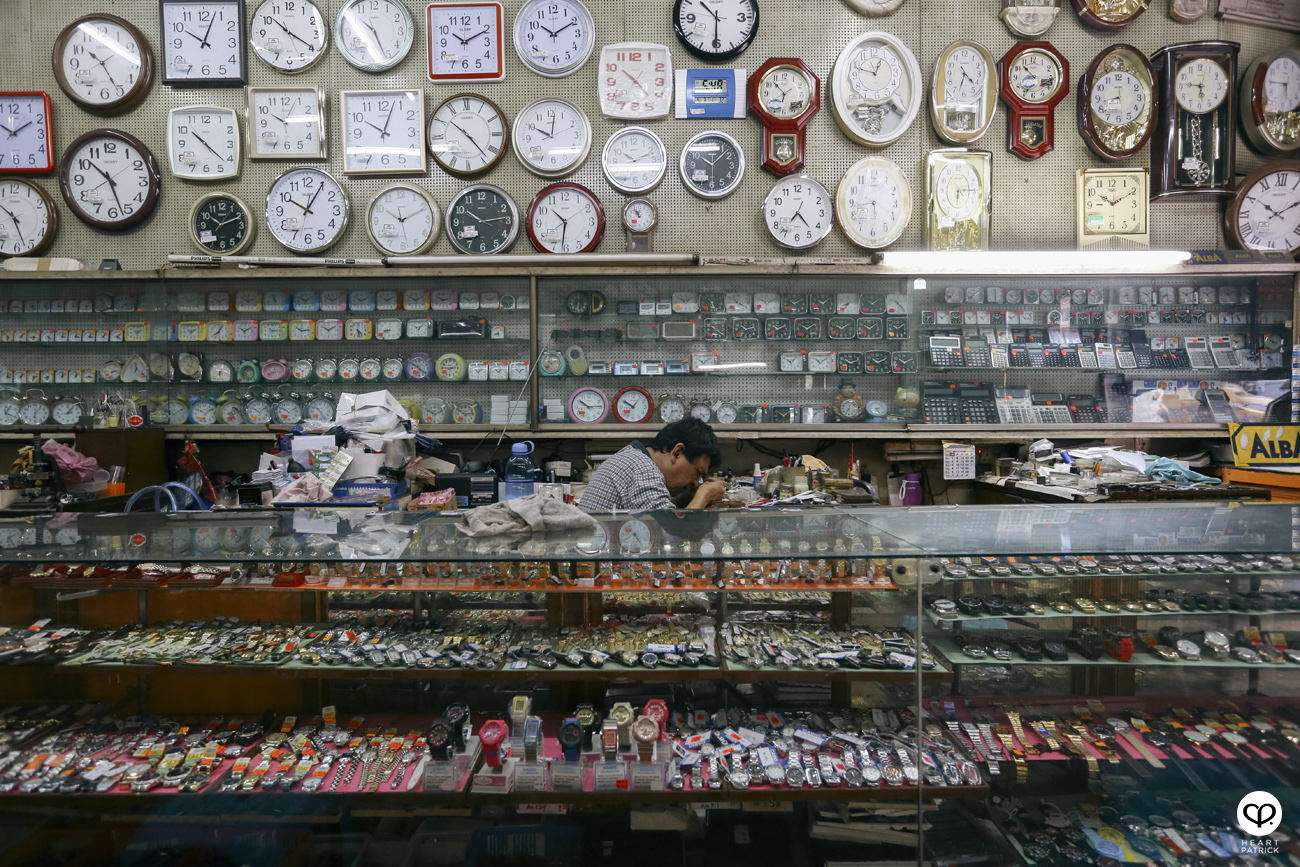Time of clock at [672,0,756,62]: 10:30
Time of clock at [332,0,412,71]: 10:26
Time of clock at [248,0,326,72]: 10:19
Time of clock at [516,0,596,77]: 10:10
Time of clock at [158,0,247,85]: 10:03
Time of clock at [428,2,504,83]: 10:10
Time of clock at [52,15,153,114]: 10:25
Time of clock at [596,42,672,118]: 10:22
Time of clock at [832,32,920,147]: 12:48
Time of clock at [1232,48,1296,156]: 5:46
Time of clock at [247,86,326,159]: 10:04
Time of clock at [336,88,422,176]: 10:03
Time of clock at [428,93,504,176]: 10:23
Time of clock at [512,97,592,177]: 10:01
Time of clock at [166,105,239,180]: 10:21
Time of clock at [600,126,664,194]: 10:11
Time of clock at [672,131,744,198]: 10:07
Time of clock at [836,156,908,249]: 5:42
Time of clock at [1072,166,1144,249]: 10:10
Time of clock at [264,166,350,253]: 10:05
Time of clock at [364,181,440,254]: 10:10
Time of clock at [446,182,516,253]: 10:13
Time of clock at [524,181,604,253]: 10:31
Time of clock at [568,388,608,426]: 10:14
